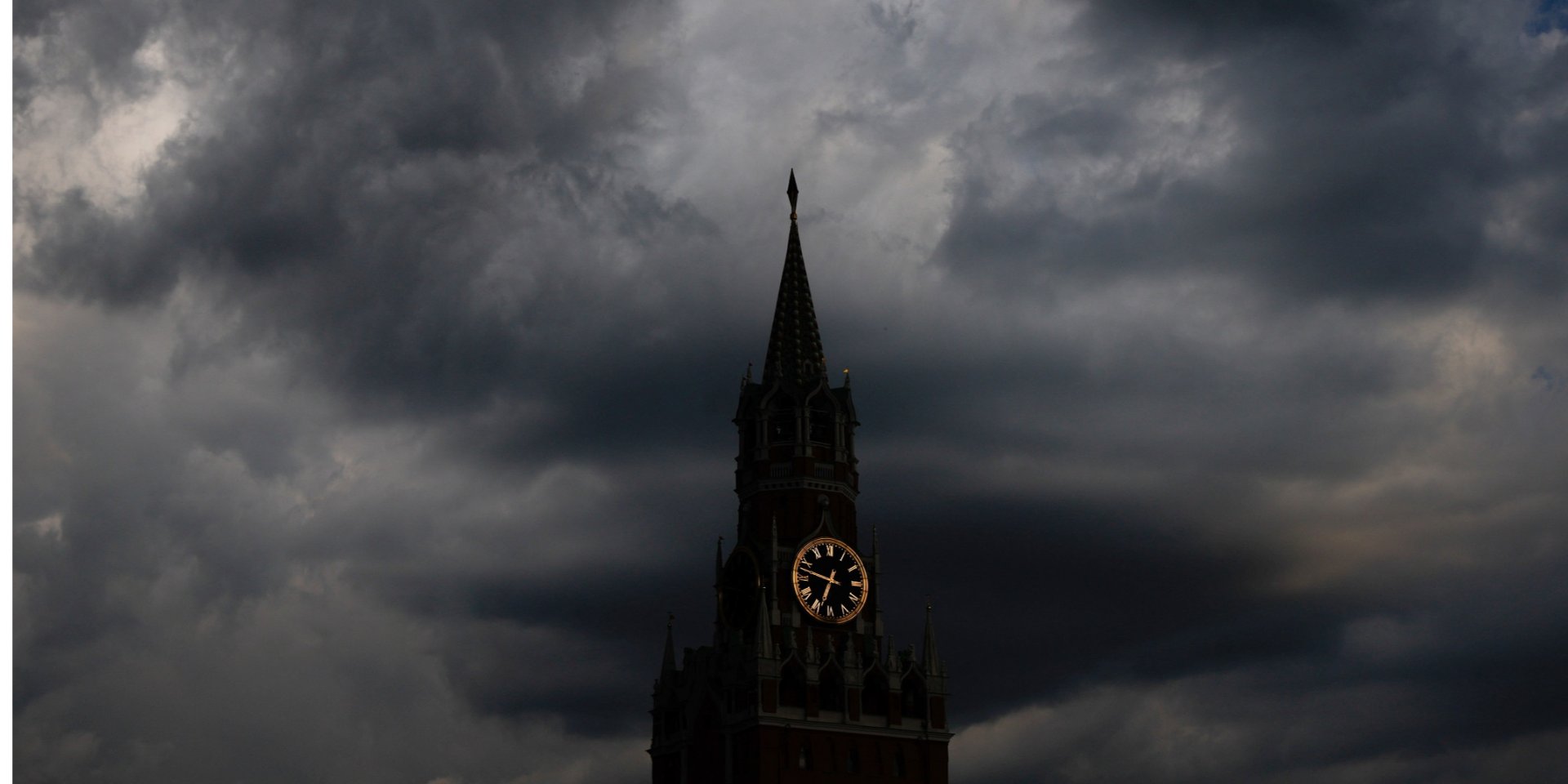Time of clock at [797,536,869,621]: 6:47
